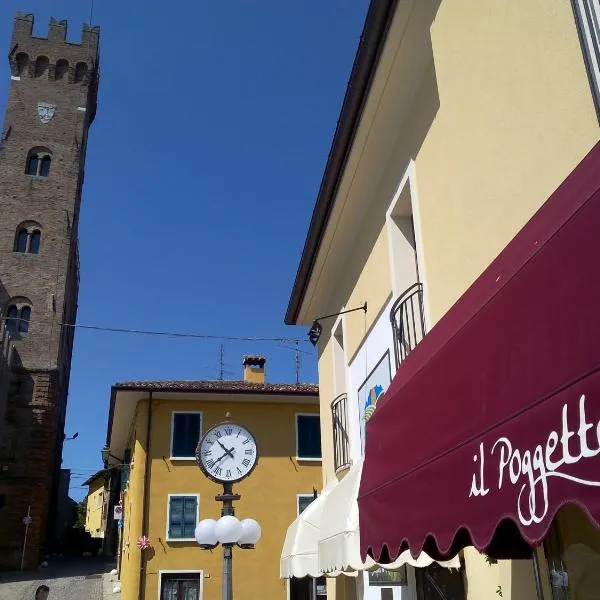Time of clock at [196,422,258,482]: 10:38
